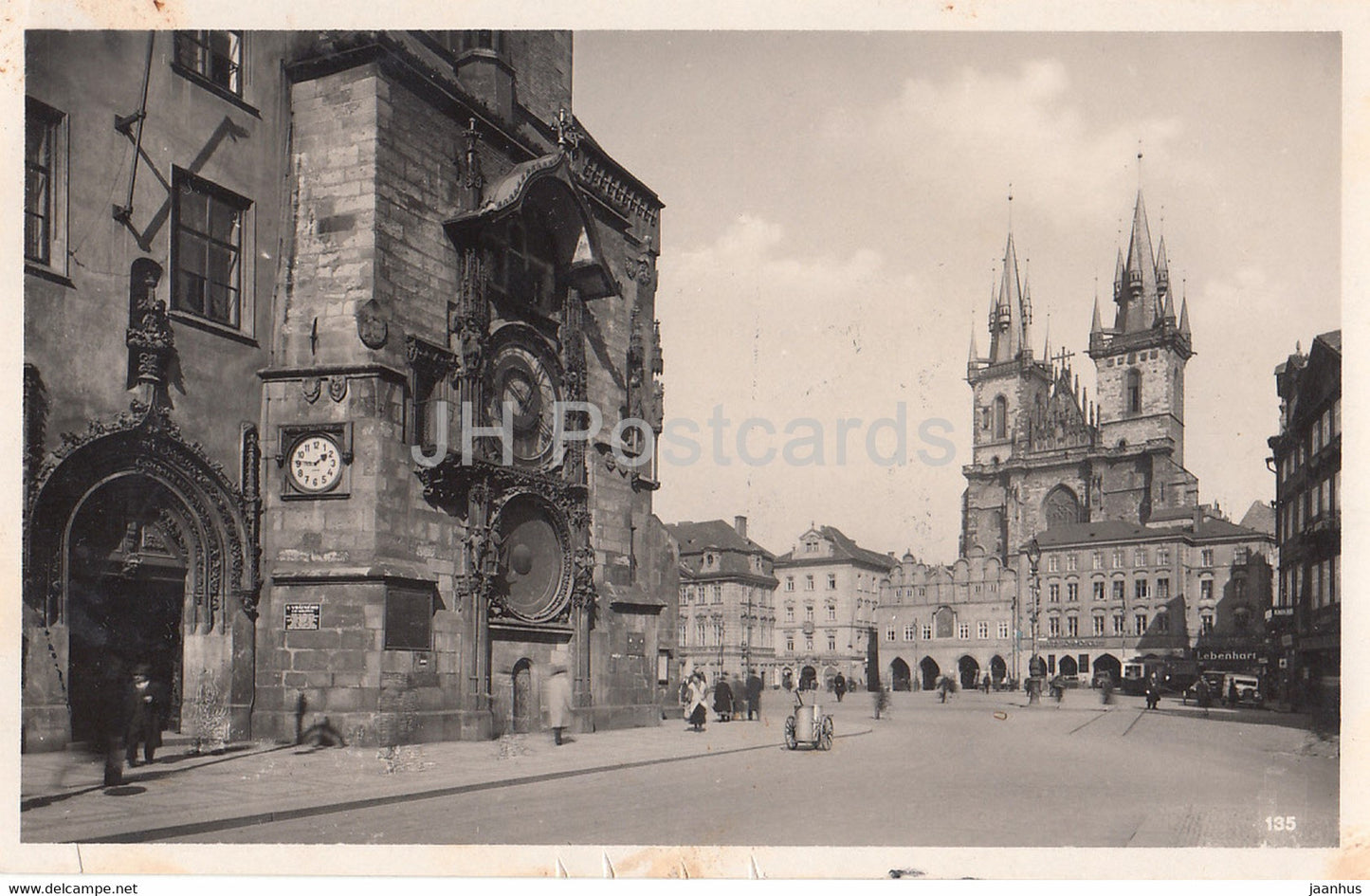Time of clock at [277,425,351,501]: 1:46
